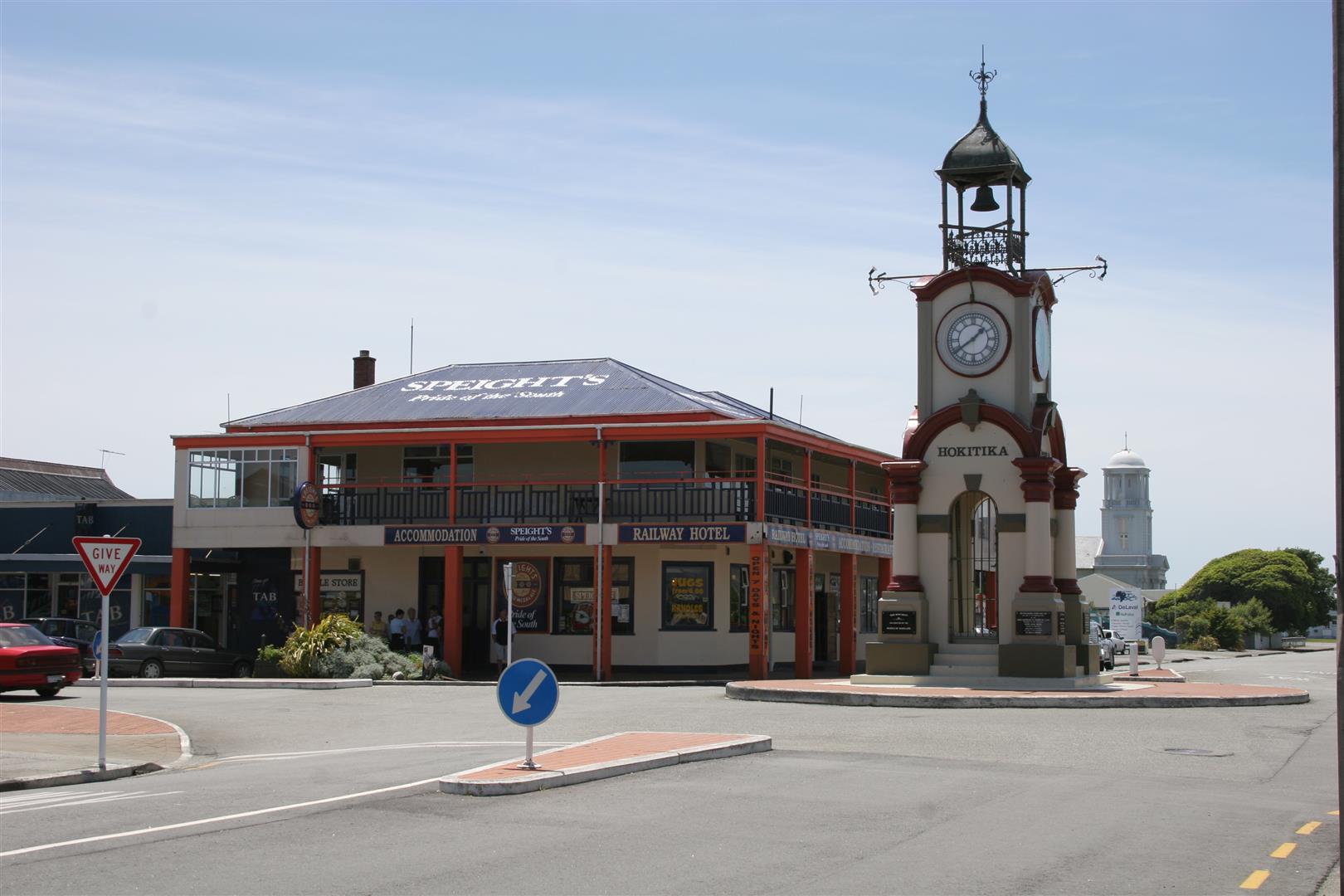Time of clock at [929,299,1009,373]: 1:39
